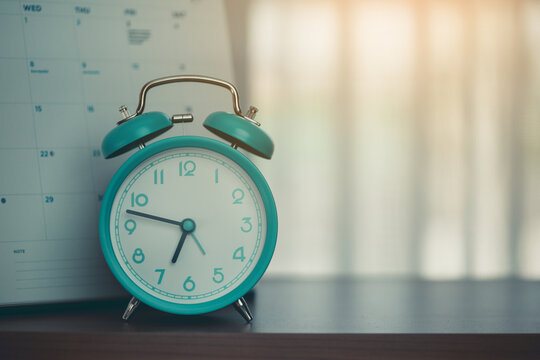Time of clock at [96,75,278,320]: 6:47
